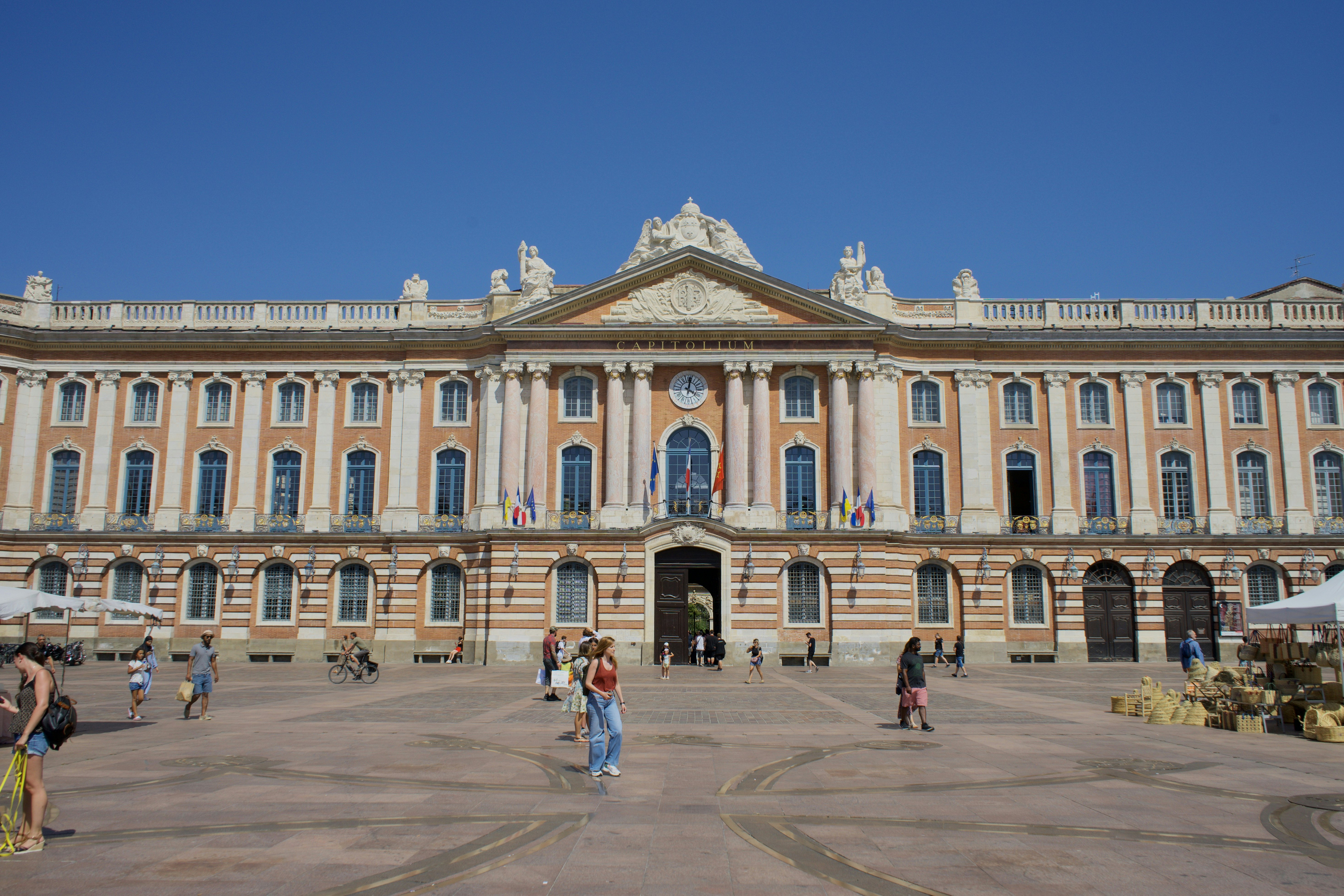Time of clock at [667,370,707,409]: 4:01
